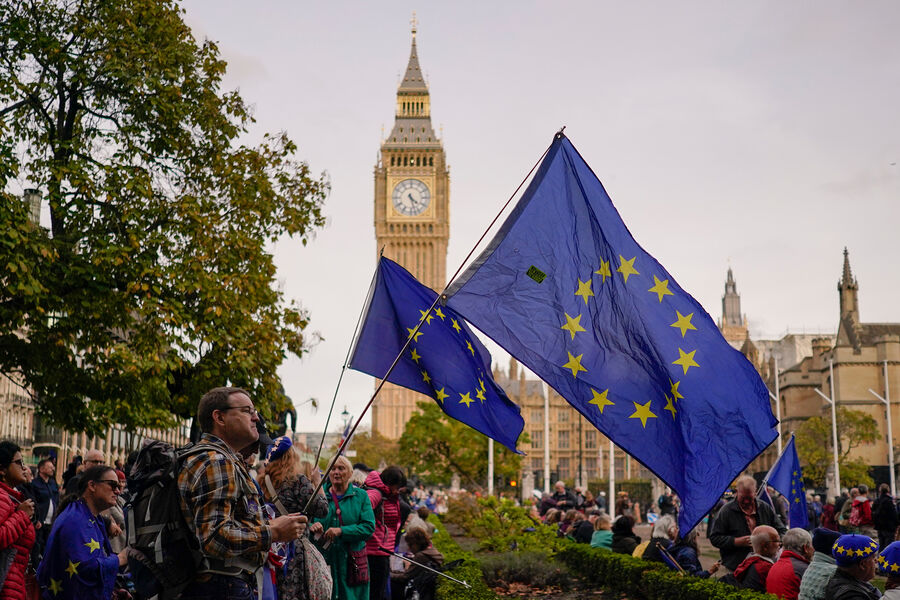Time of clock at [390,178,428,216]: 4:27
